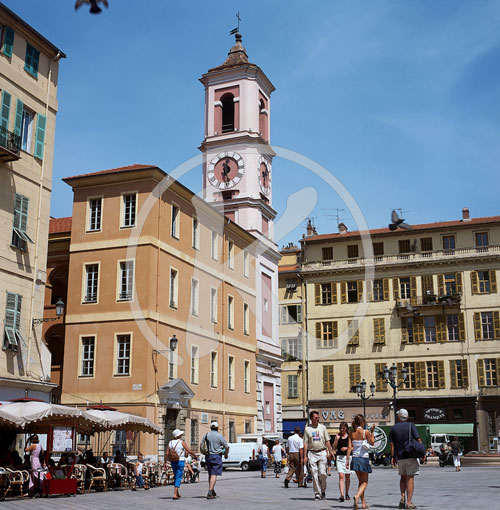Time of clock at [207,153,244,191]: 12:28
